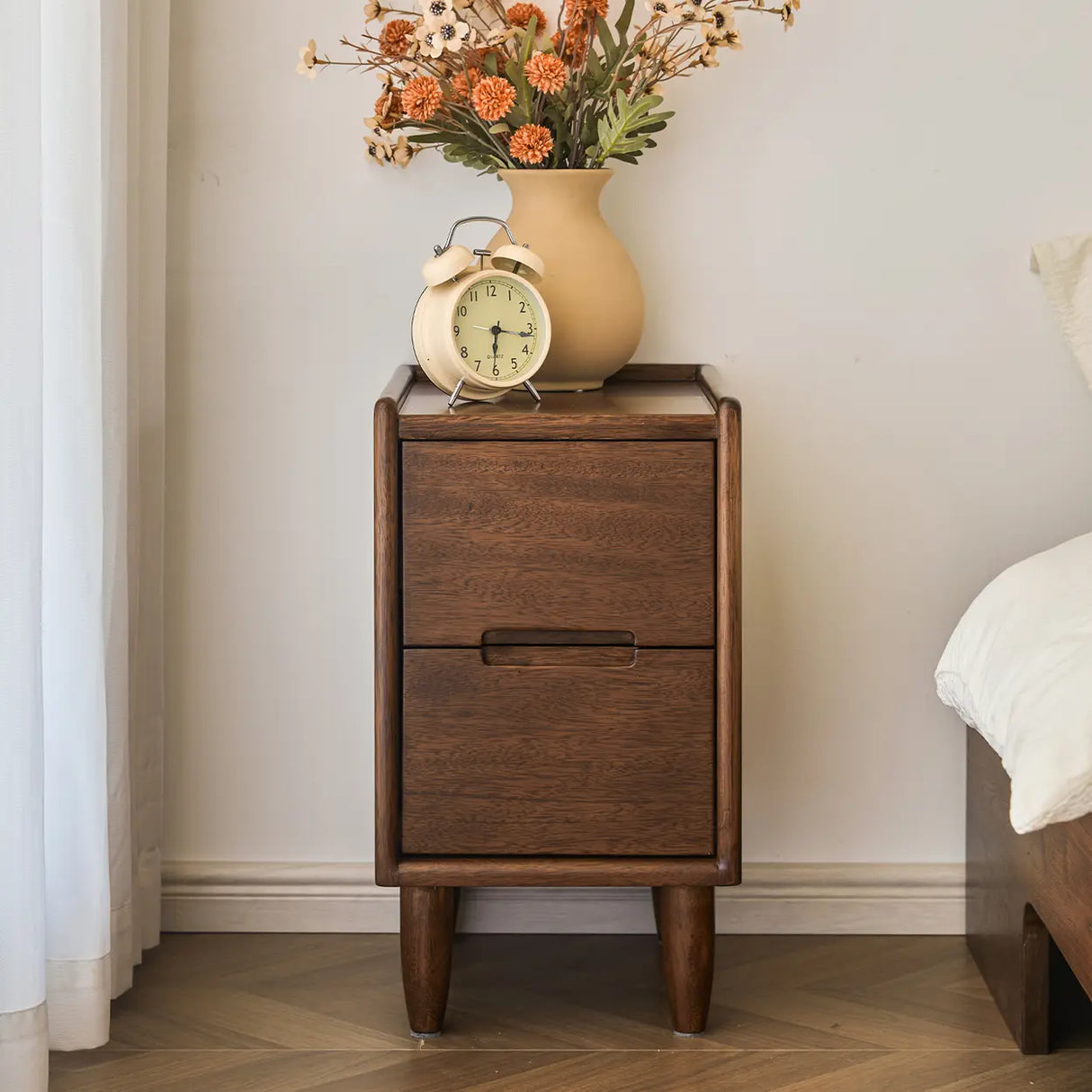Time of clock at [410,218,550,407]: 6:16
